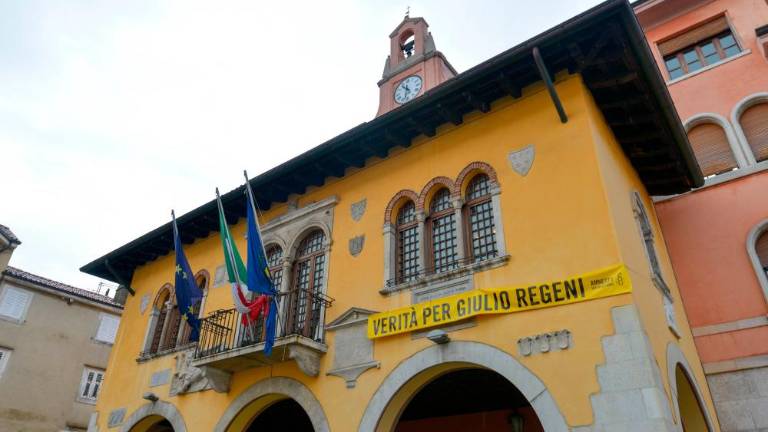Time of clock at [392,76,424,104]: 10:32
